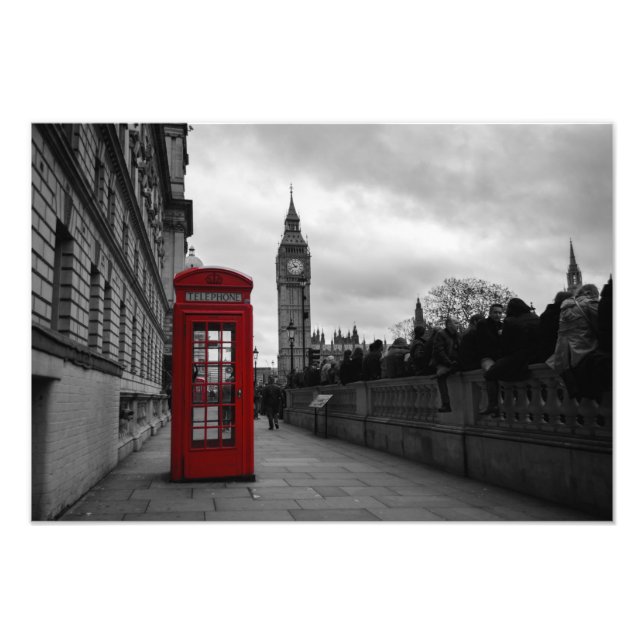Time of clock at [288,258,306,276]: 10:42
